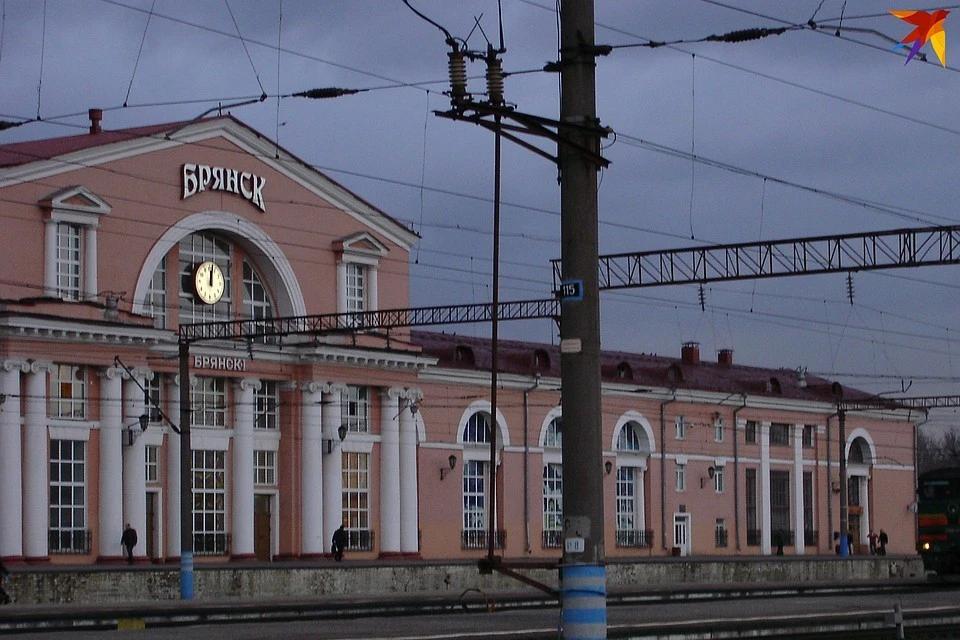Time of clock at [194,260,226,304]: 12:01
